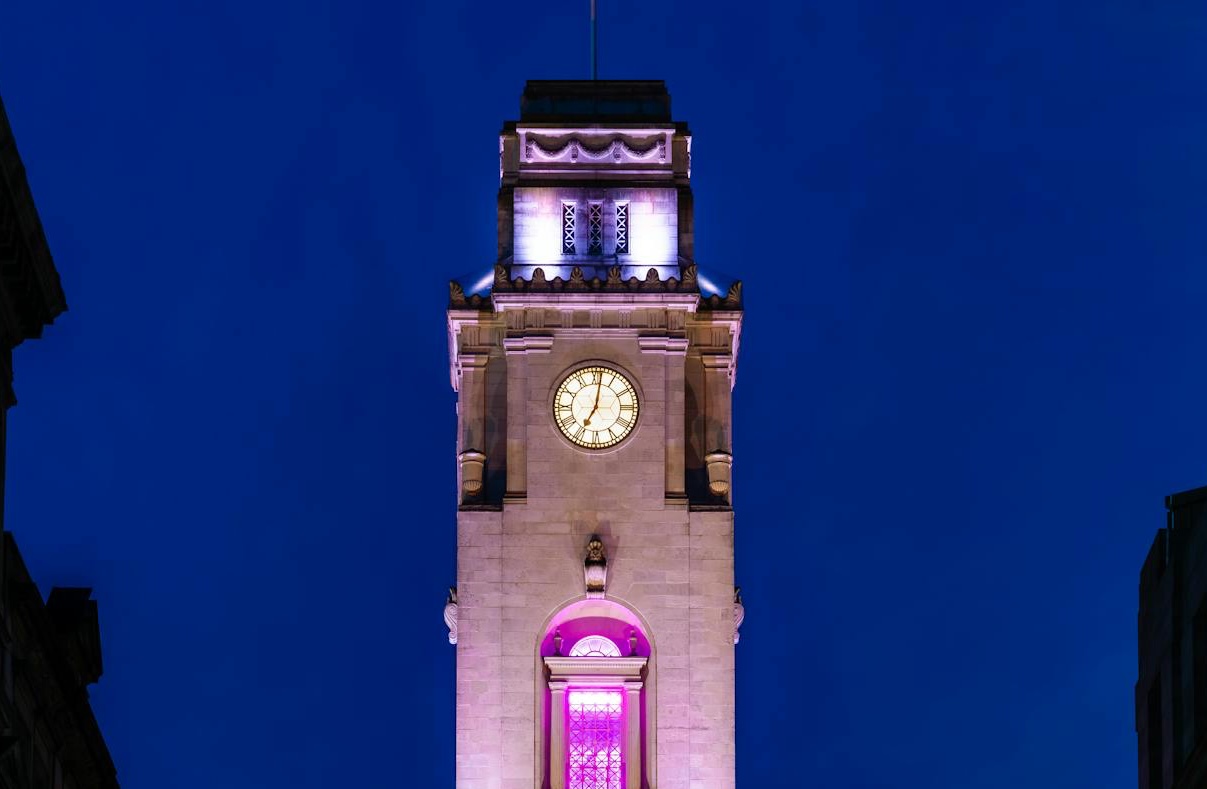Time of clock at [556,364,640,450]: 7:01
